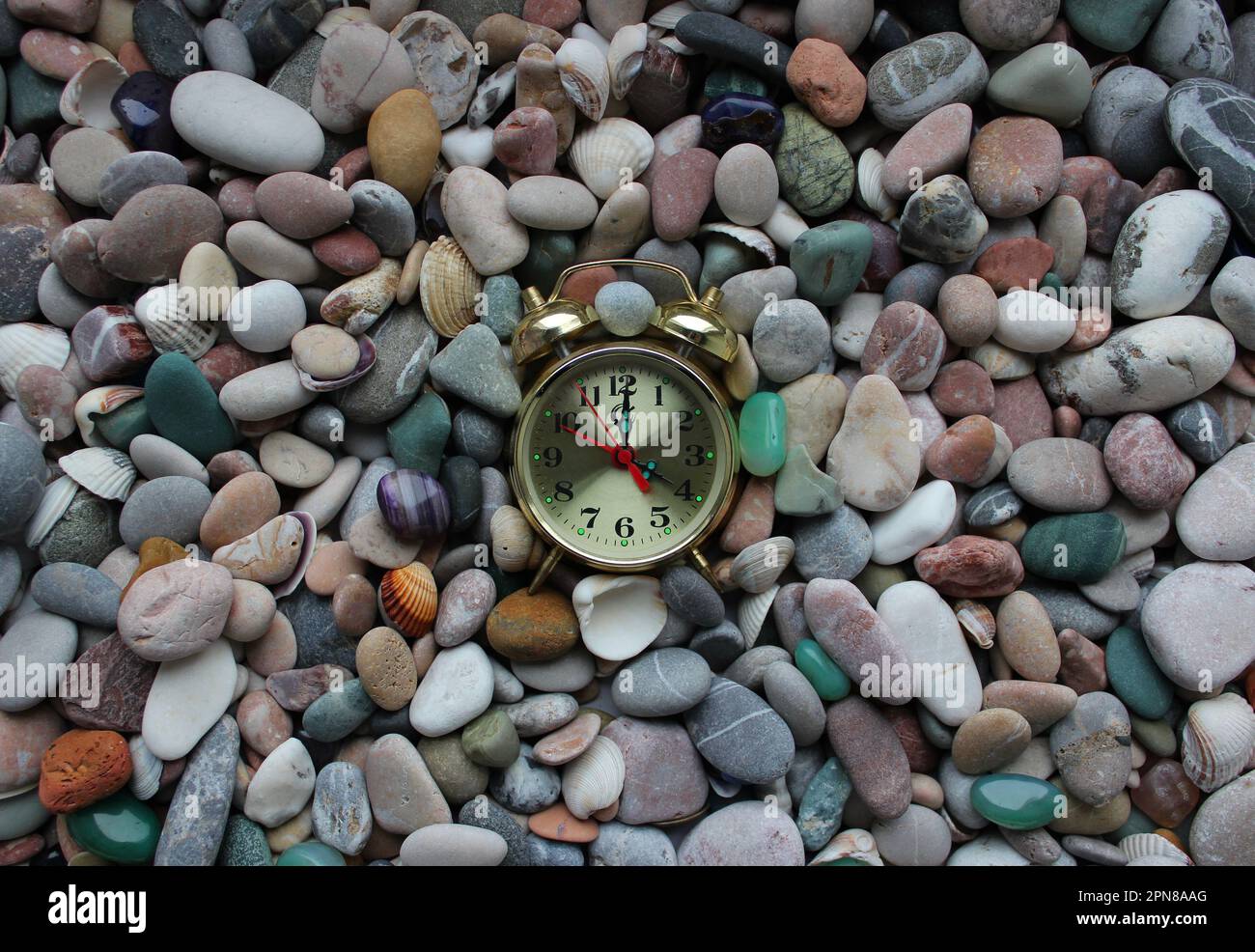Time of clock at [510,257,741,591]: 4:00
